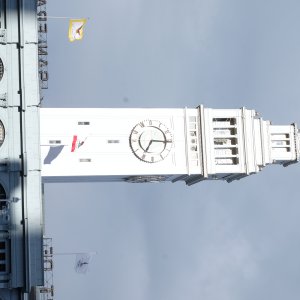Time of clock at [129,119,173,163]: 7:15
